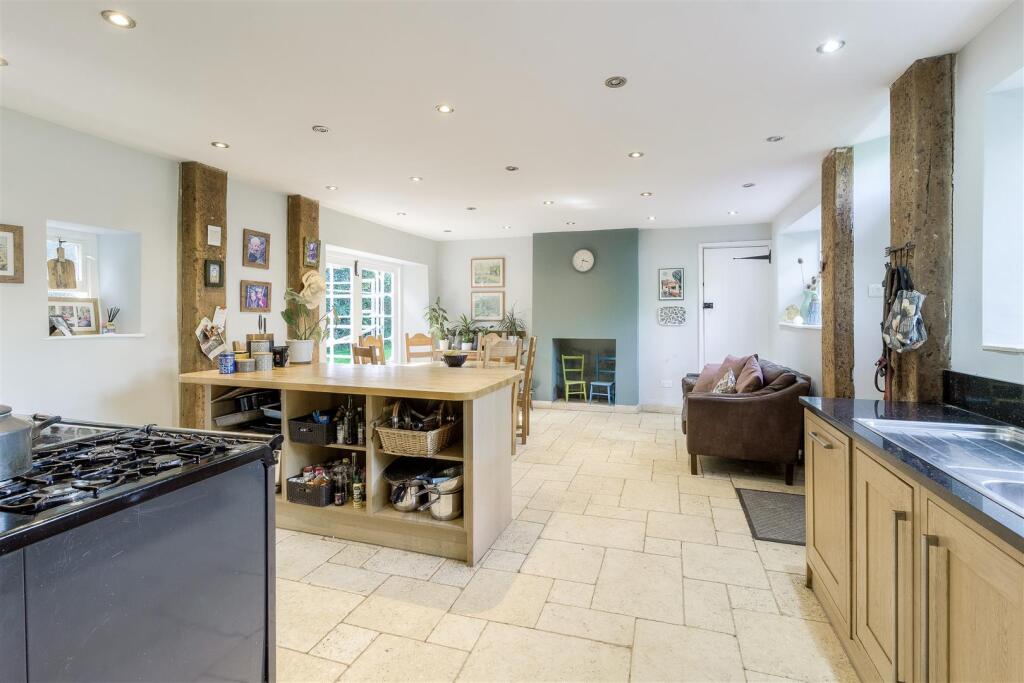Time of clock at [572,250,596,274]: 3:33
